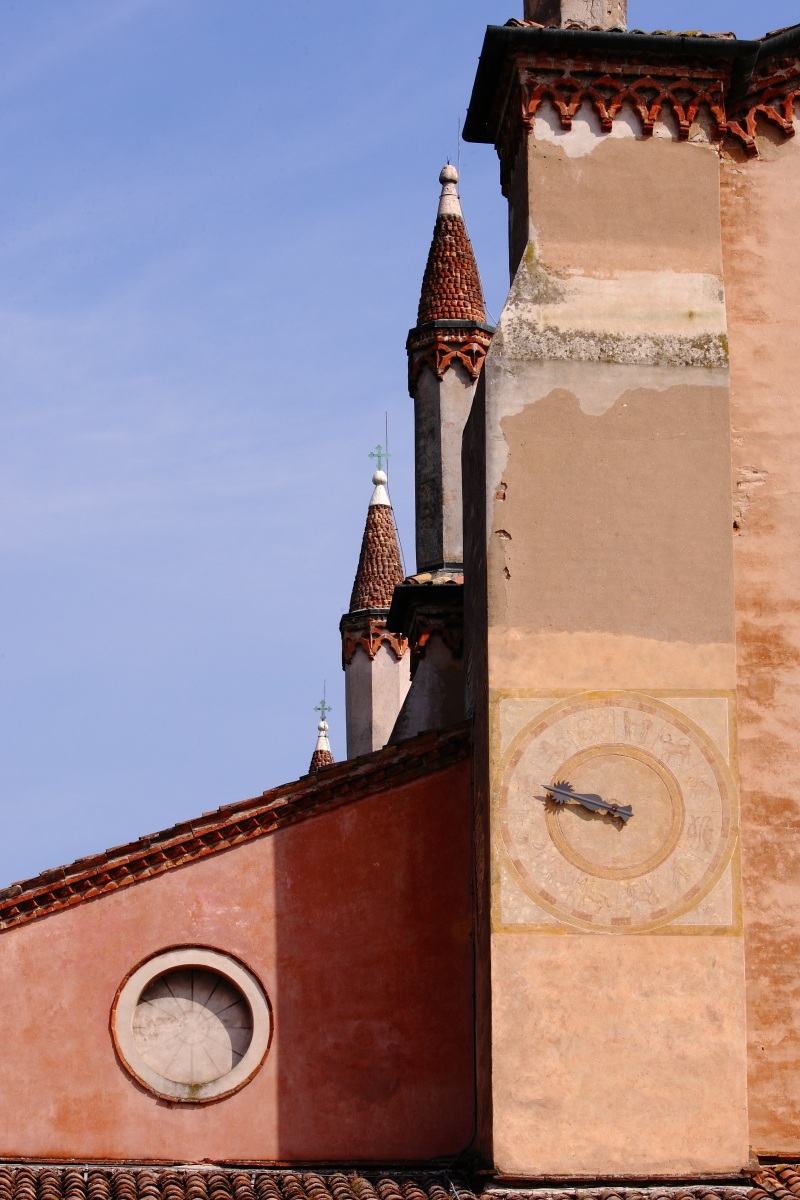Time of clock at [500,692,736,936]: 9:47
